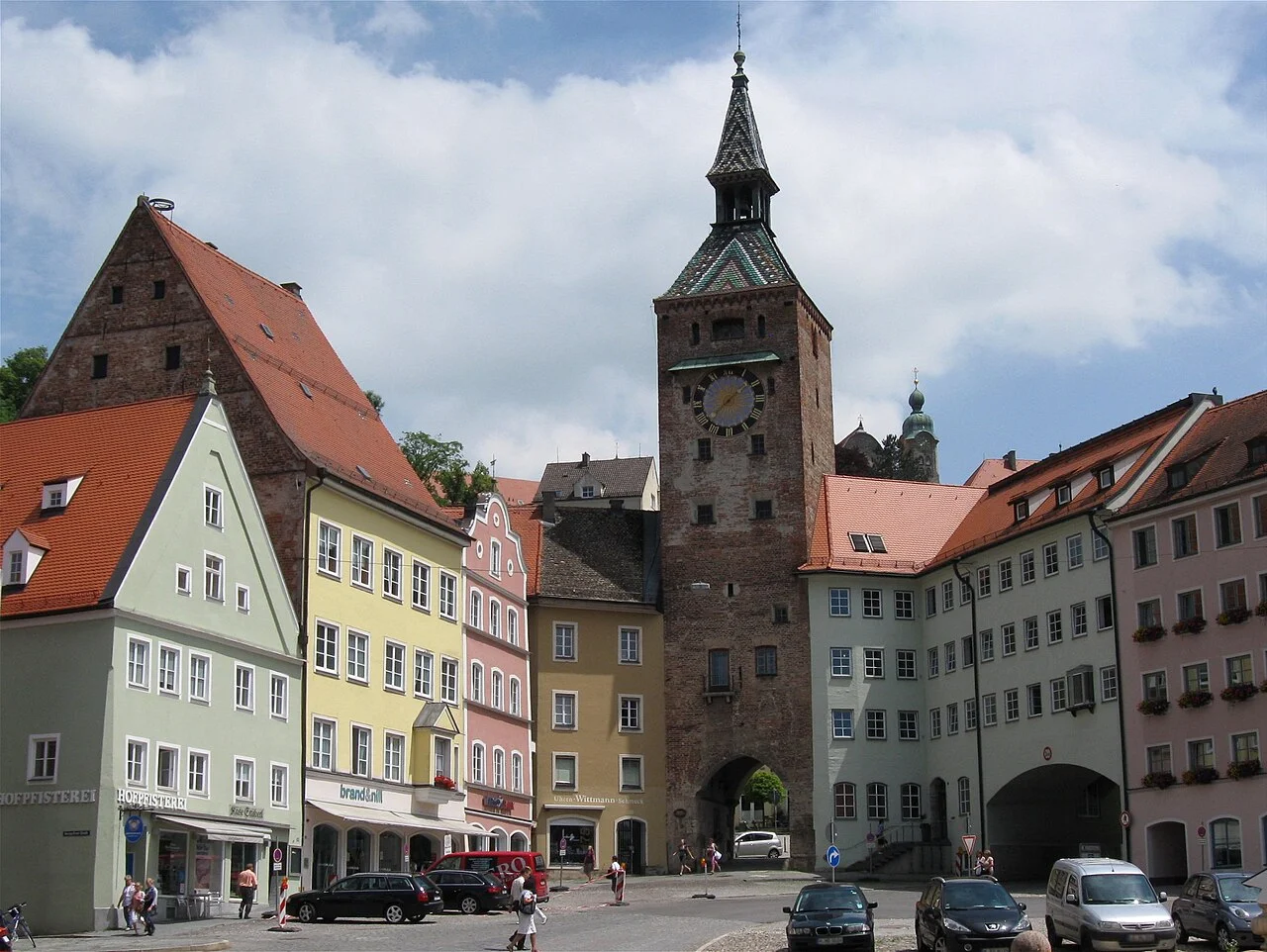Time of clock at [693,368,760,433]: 1:38
